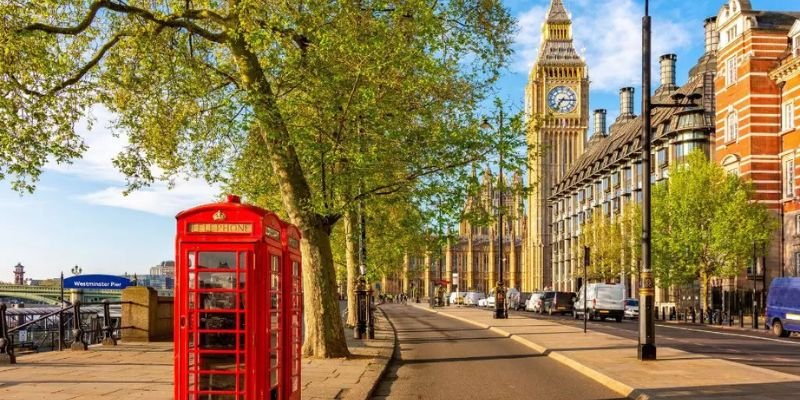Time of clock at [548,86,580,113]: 7:15
